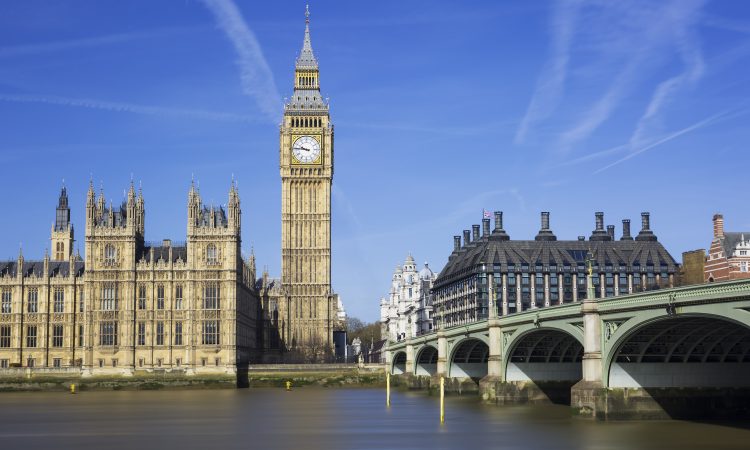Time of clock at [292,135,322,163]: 9:45
